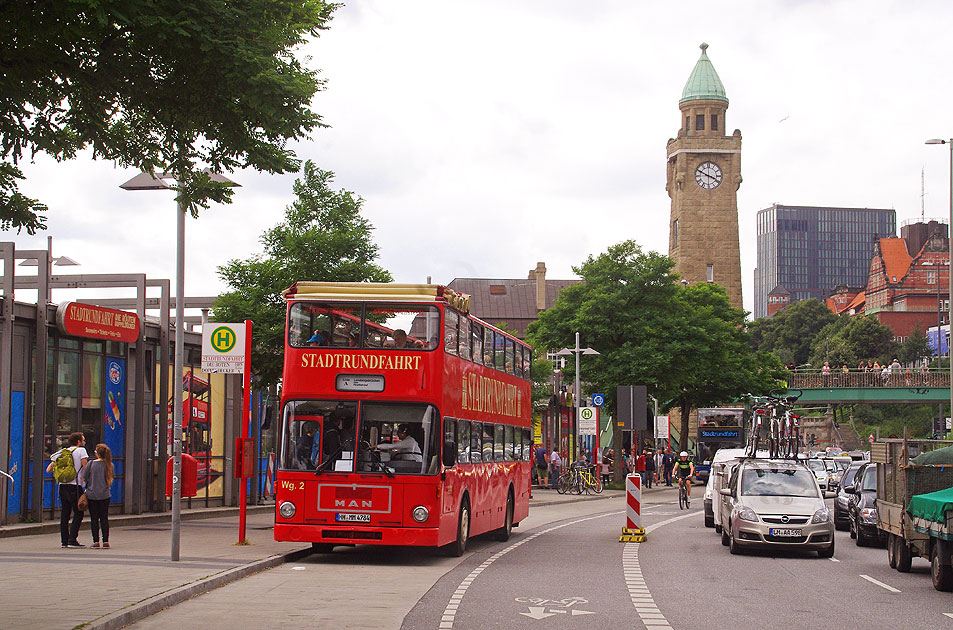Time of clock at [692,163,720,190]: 3:48
